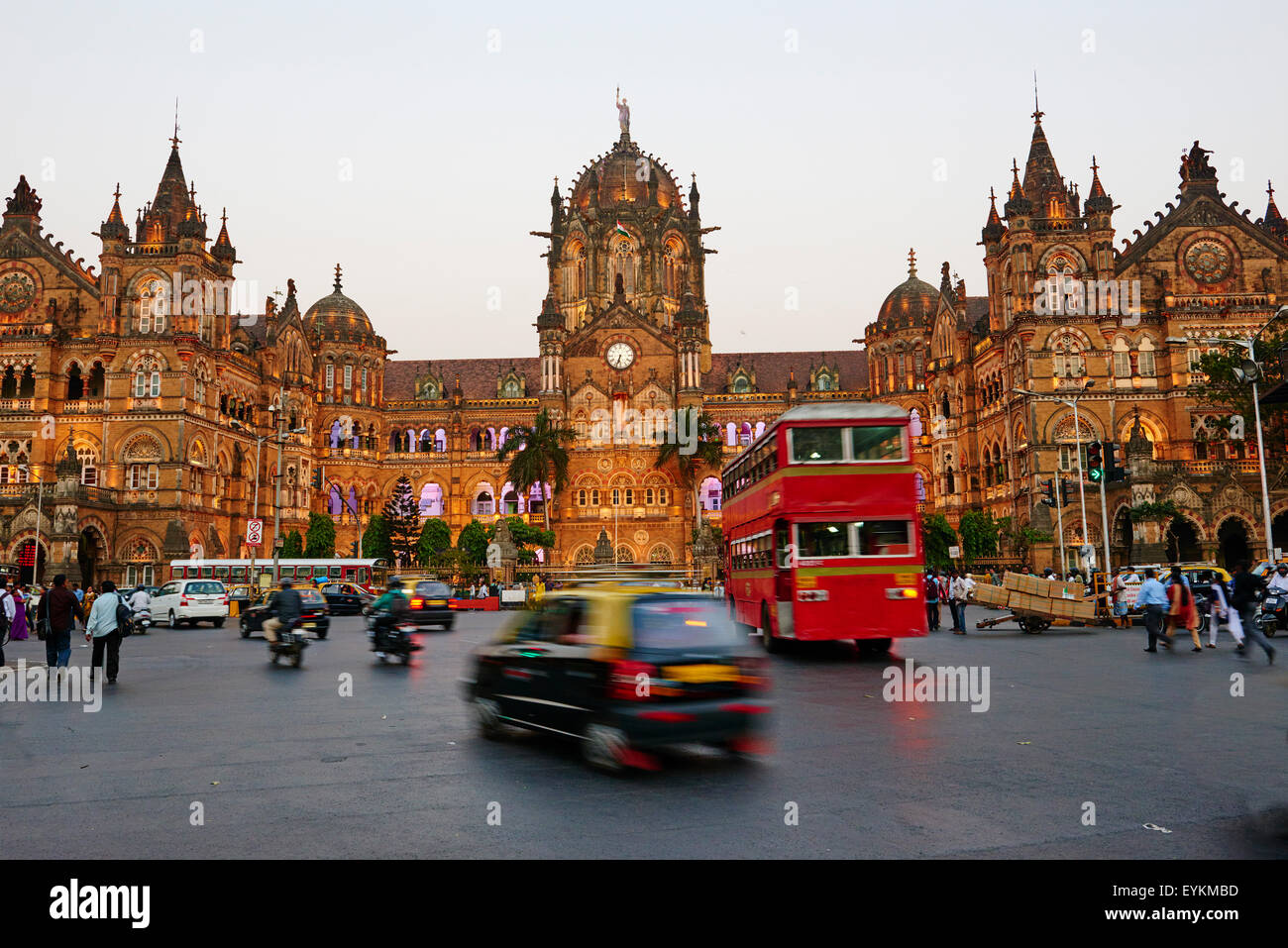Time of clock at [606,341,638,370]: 6:33
